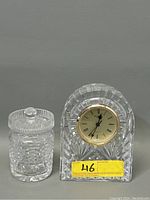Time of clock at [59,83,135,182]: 12:34
